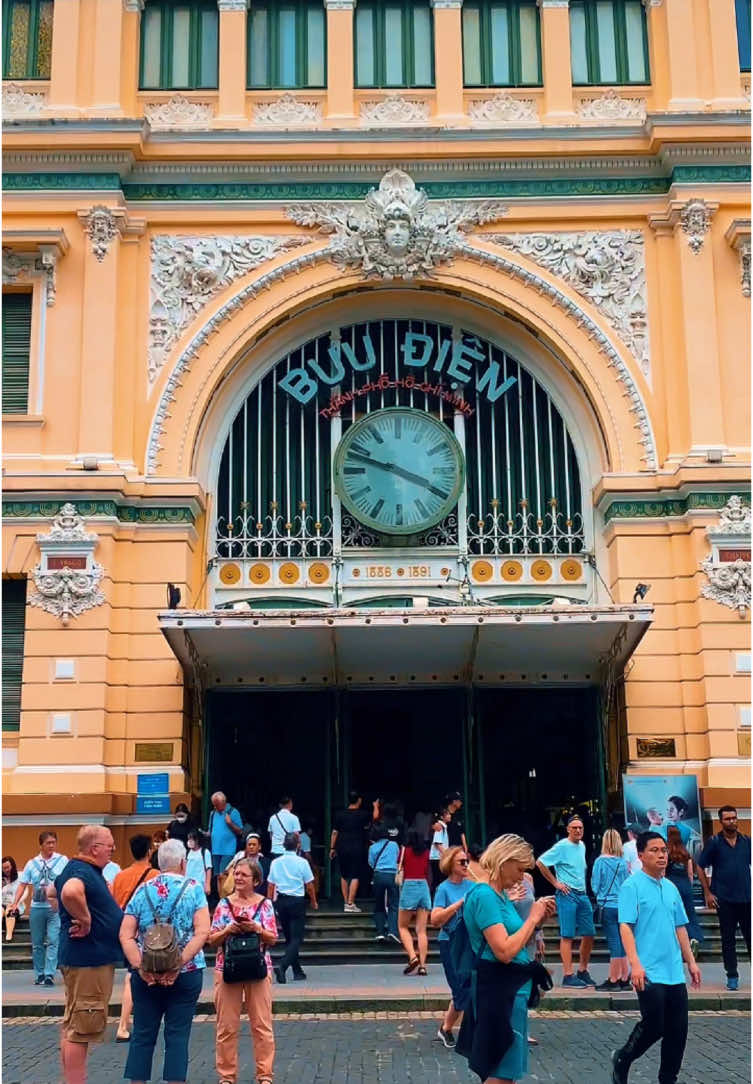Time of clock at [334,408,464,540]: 3:48
